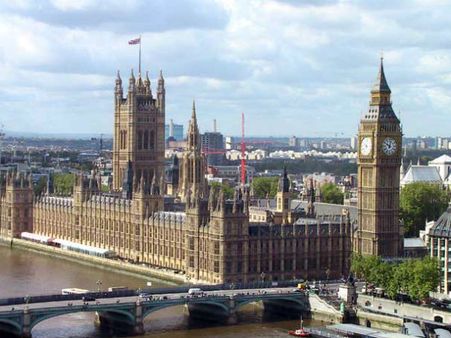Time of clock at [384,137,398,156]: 10:02
